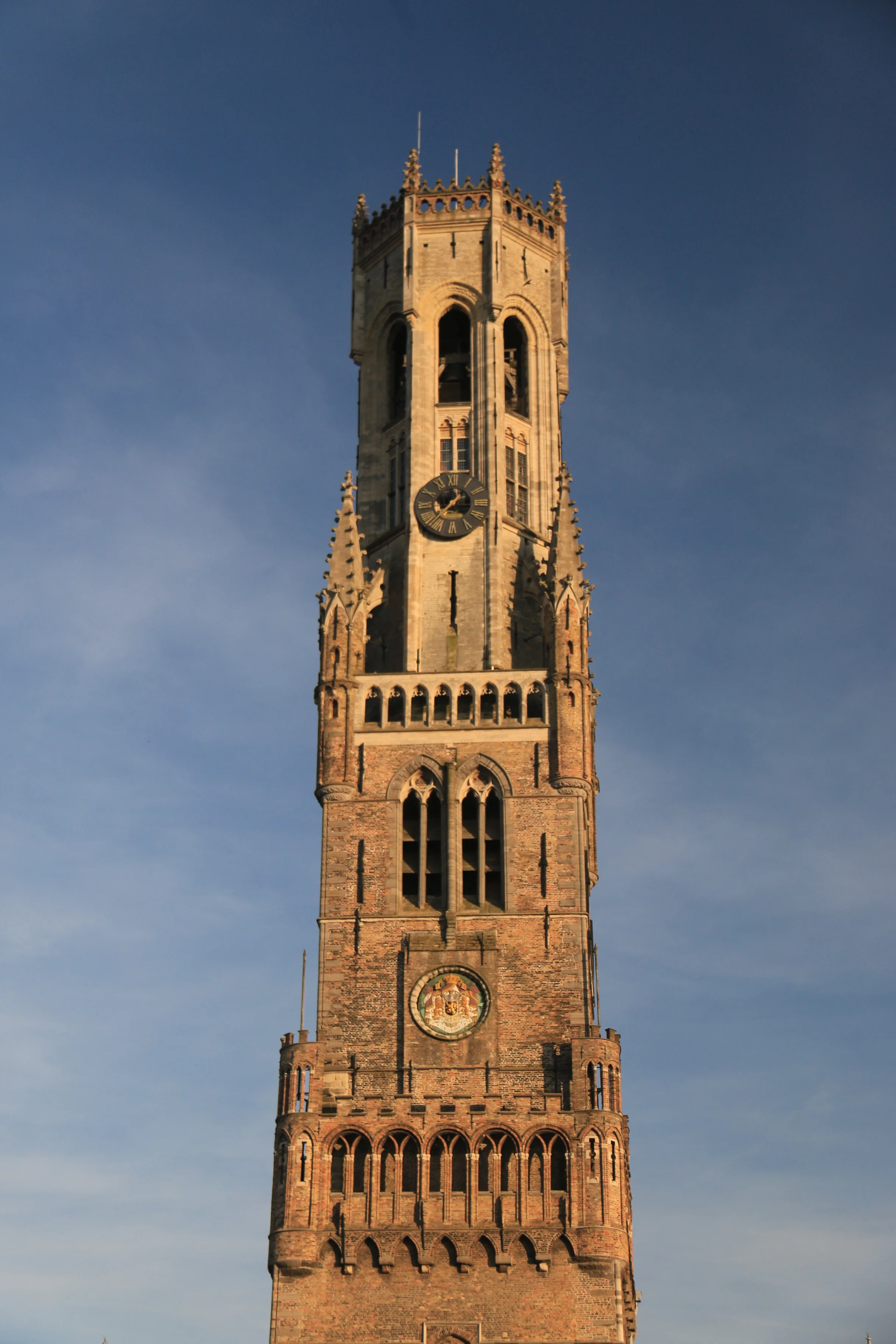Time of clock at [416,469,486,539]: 1:37
